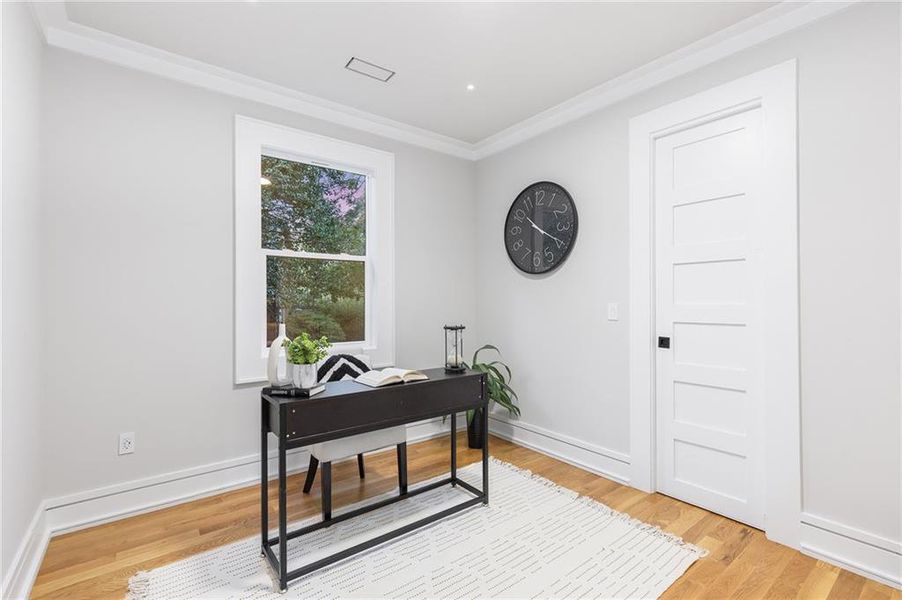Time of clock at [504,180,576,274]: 10:19
